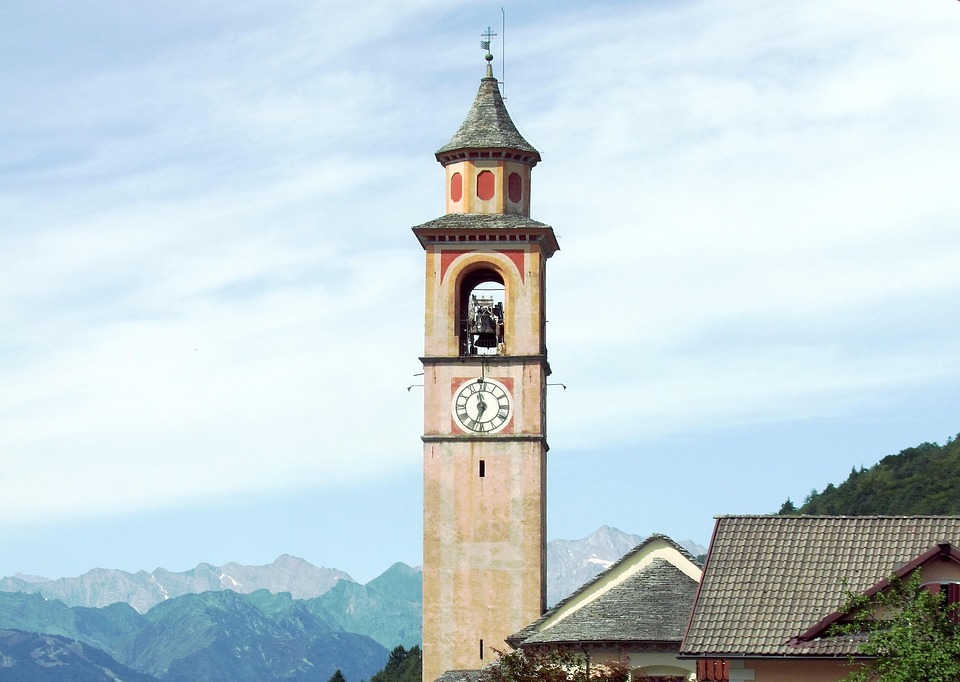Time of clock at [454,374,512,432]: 11:33
